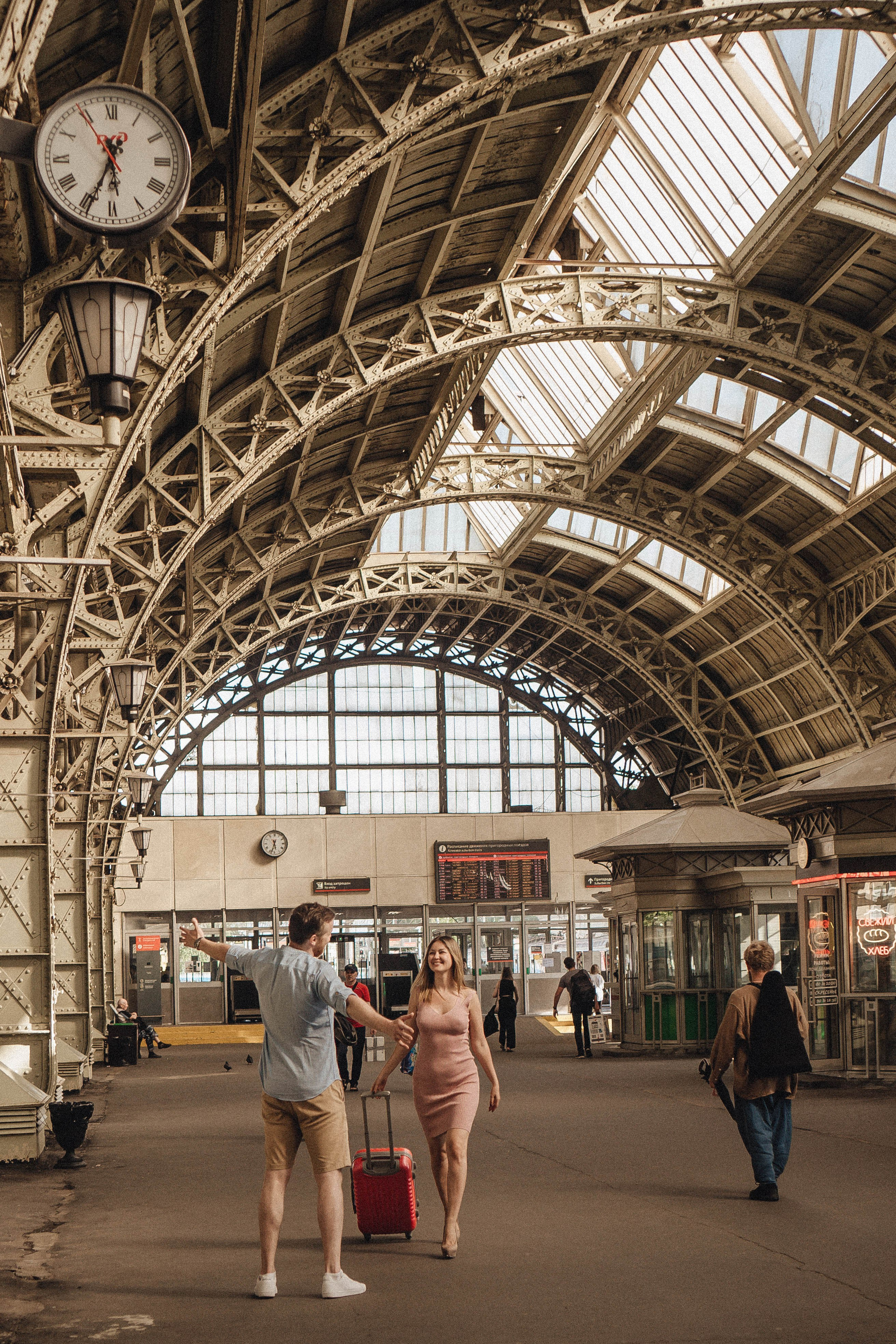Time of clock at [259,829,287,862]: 5:32
